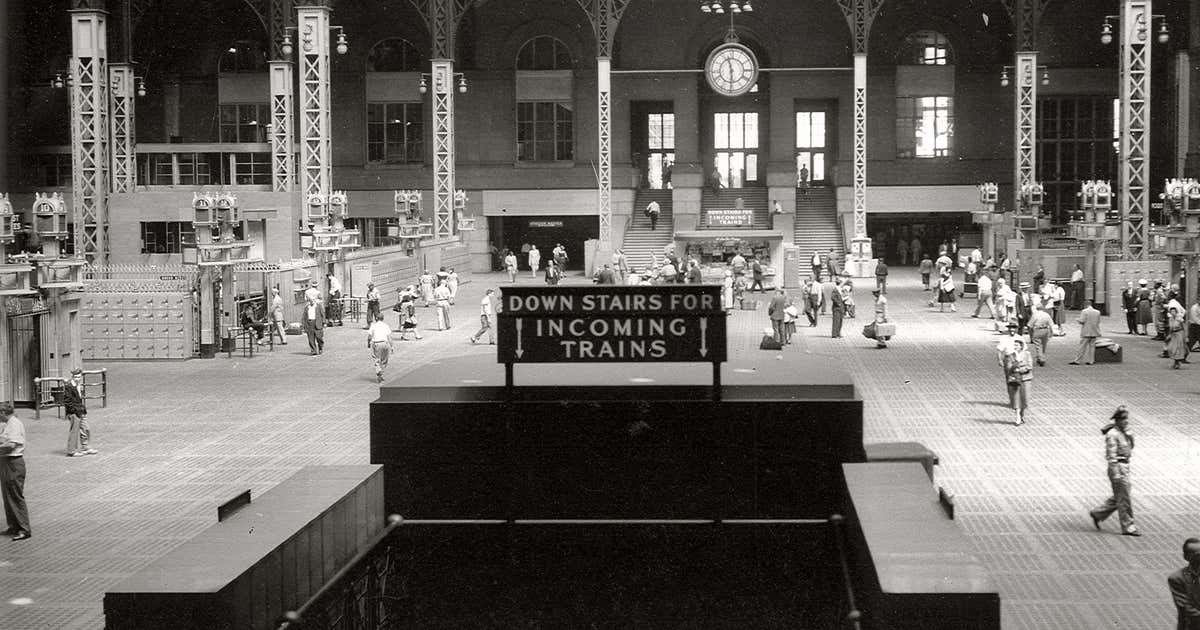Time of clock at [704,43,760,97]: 5:57
